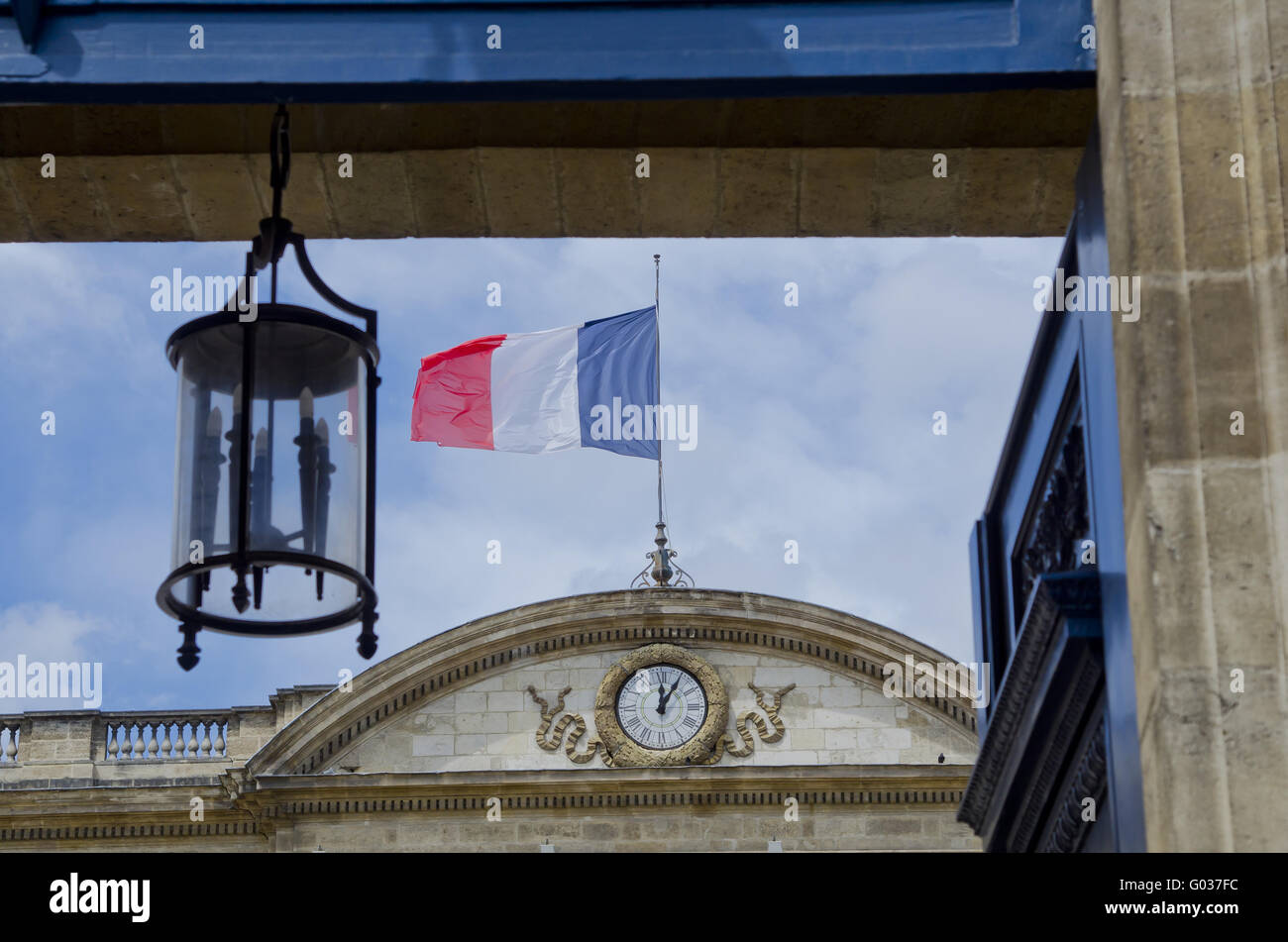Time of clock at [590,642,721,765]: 12:05
